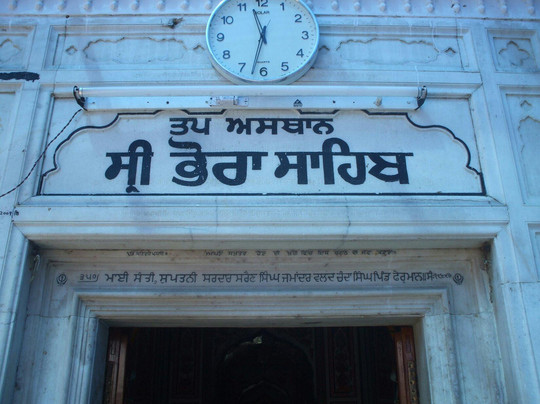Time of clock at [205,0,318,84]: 11:32
